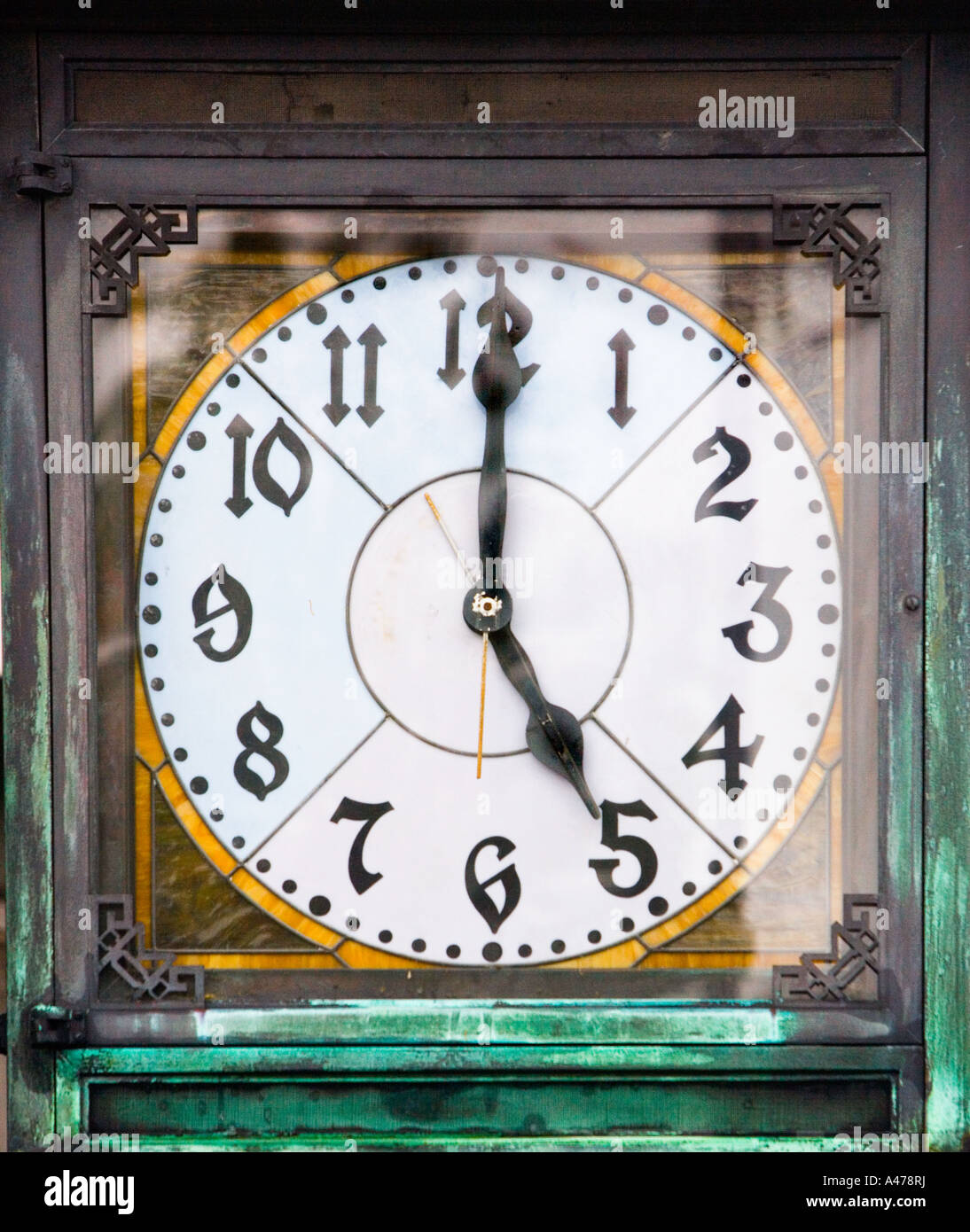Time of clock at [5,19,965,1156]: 5:00
